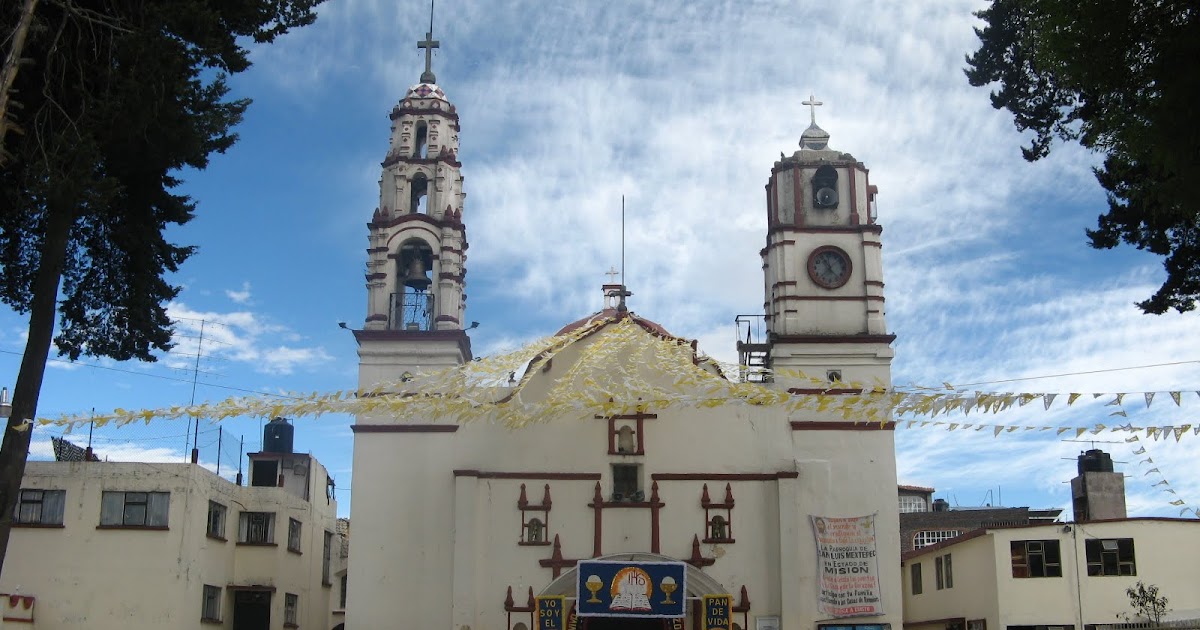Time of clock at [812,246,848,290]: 11:37
